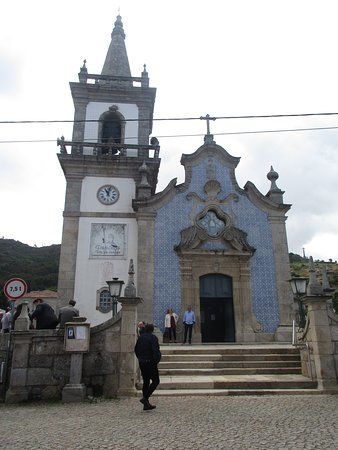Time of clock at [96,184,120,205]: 11:02
